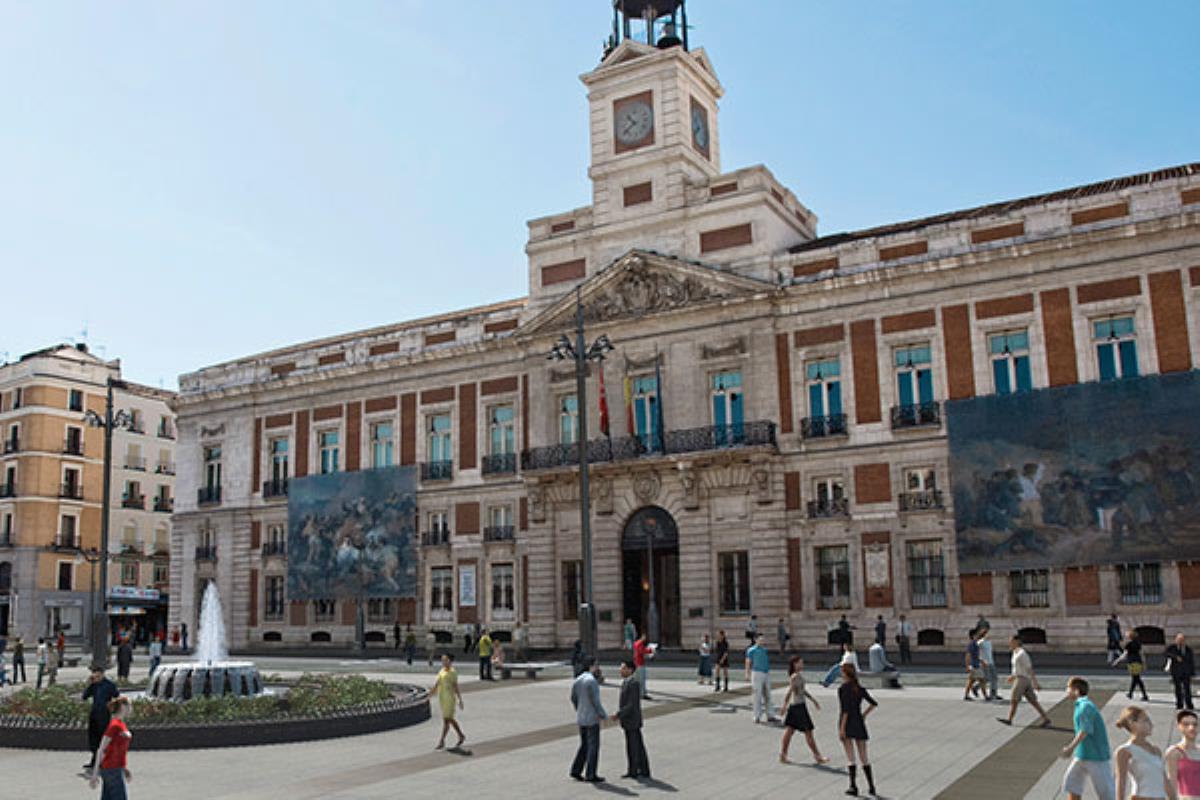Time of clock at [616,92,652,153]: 10:39
